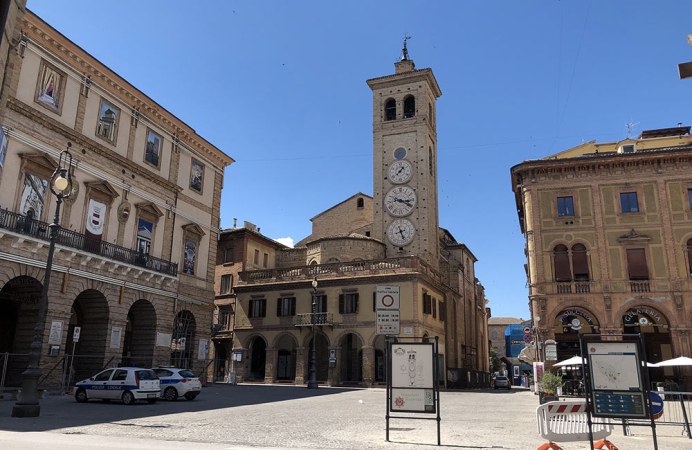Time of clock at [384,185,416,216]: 3:20
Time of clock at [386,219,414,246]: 8:26
